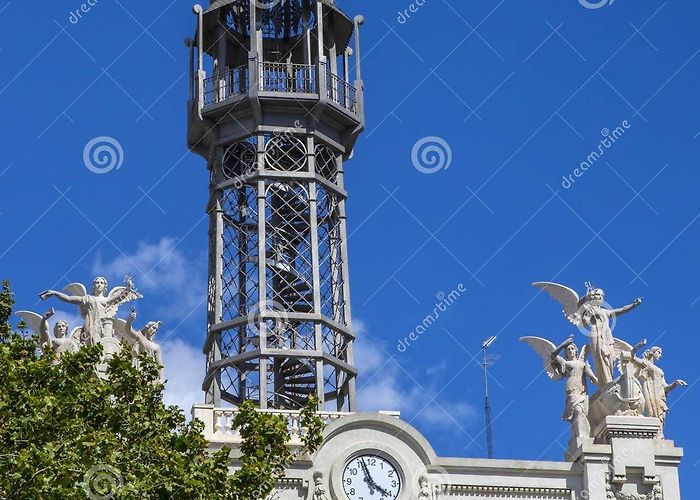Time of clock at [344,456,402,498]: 3:56
